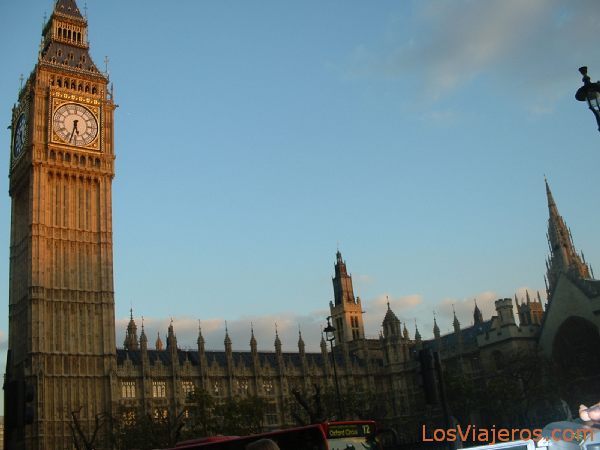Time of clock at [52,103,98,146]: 5:32
